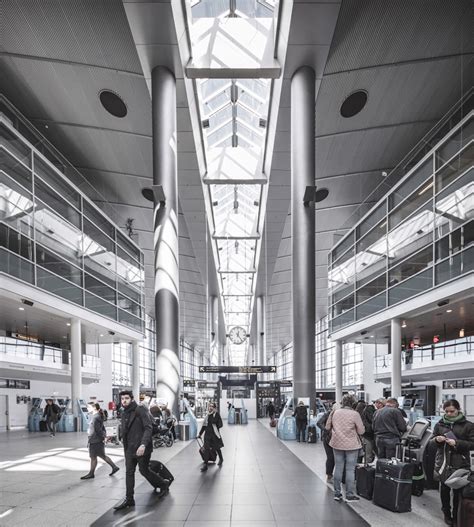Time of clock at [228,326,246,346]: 12:23
